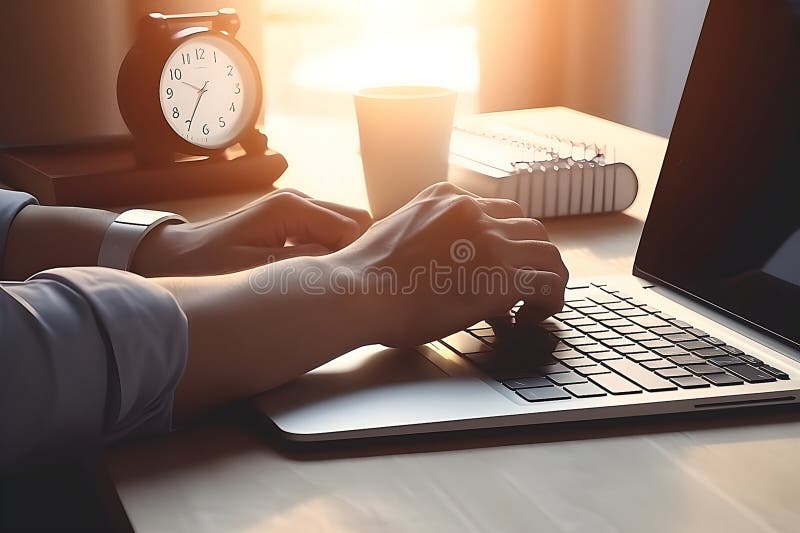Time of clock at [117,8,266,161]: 9:34
